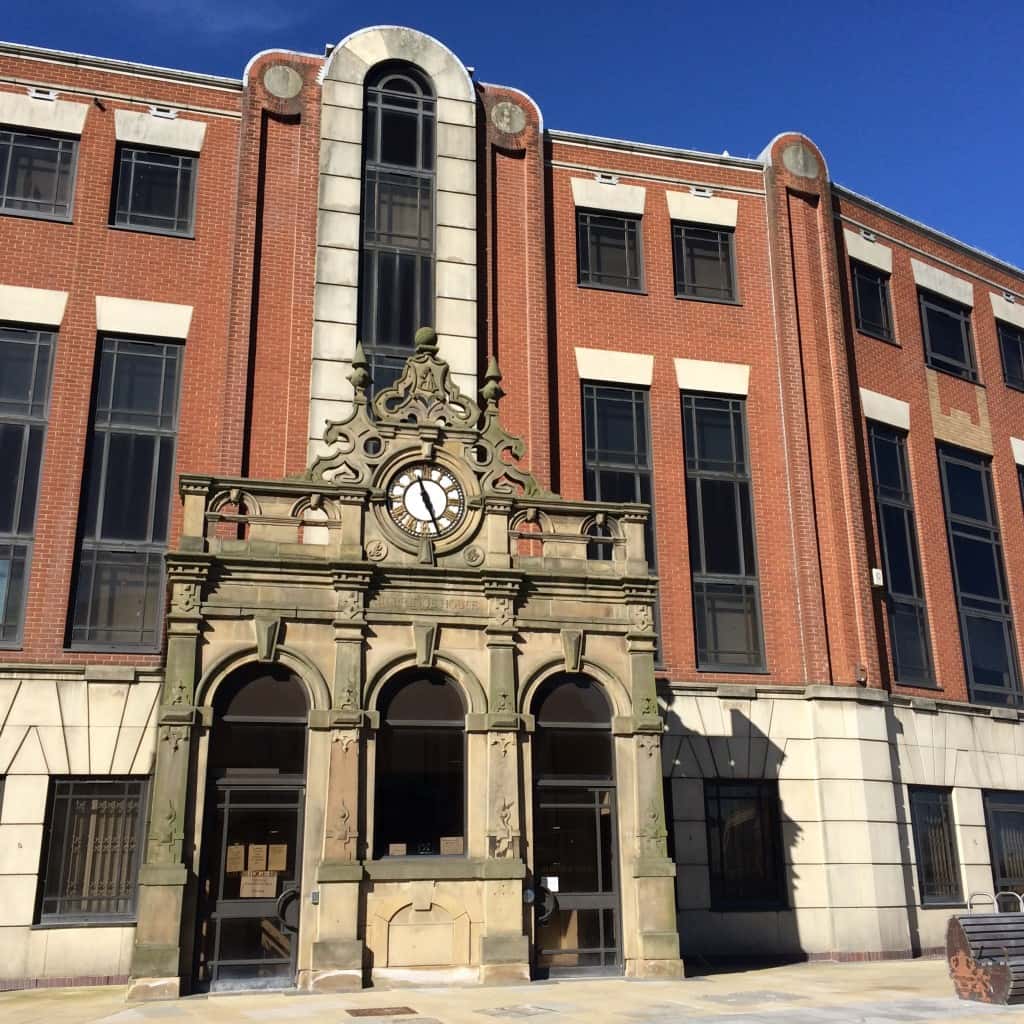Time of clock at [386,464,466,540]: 11:26
